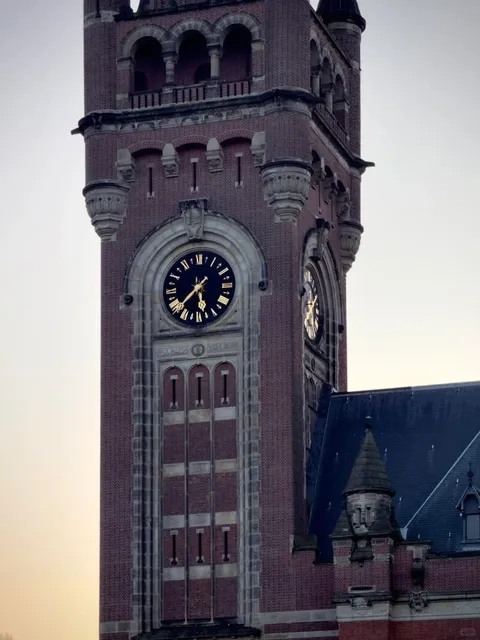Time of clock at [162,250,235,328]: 5:37
